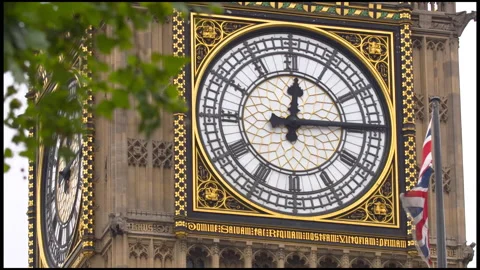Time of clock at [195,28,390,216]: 12:14
